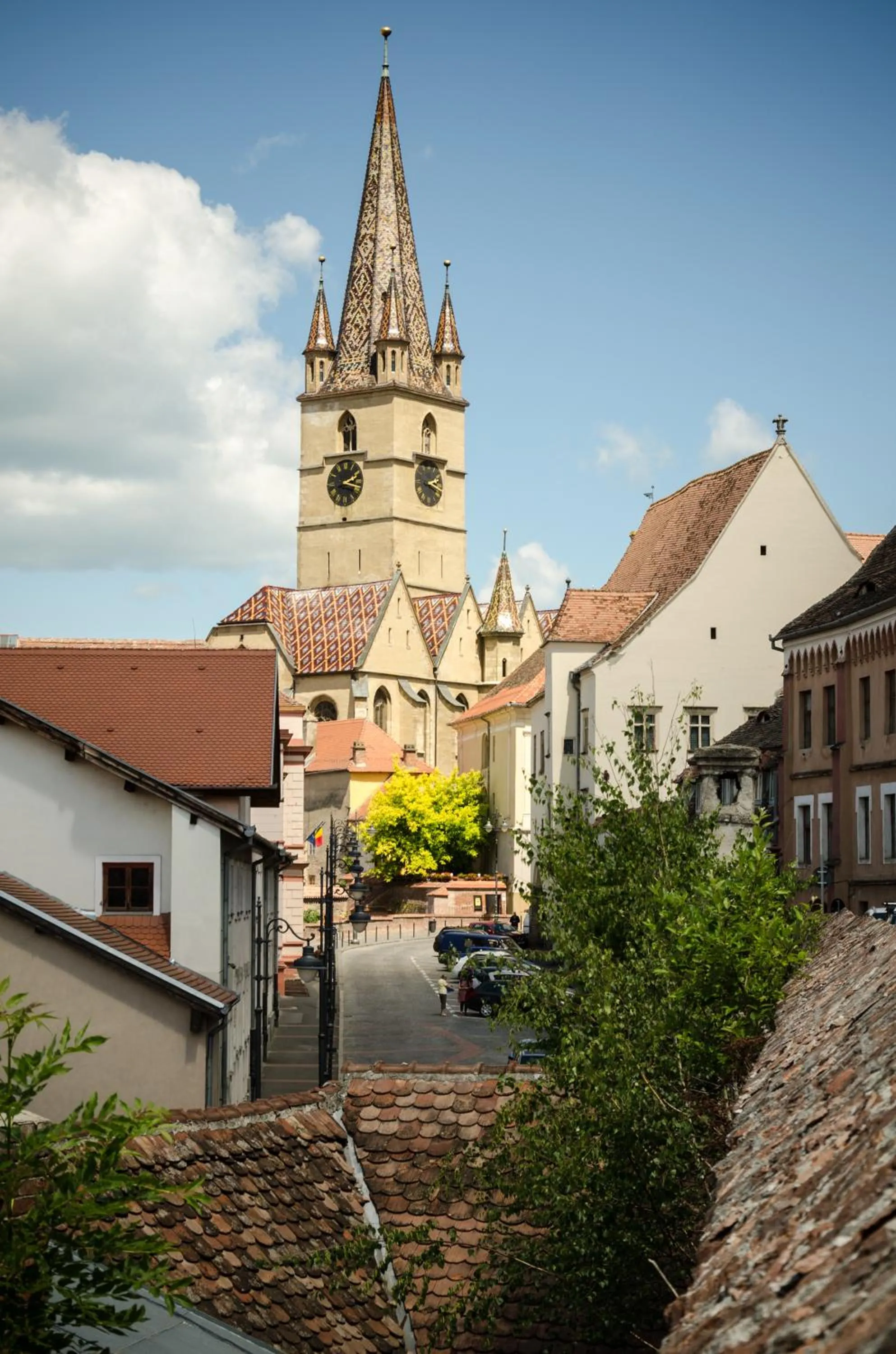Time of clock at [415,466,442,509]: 2:18
